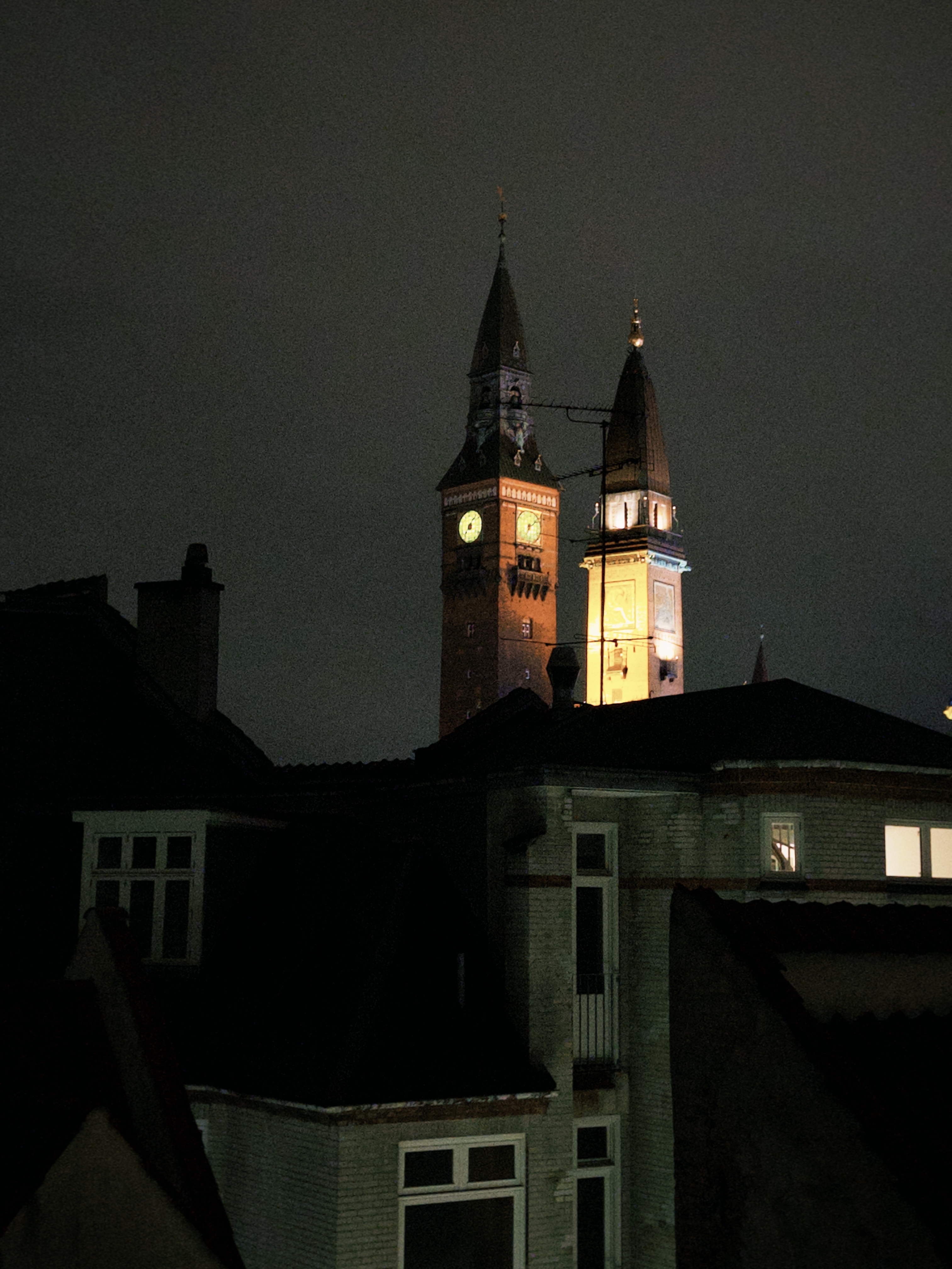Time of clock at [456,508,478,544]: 7:07
